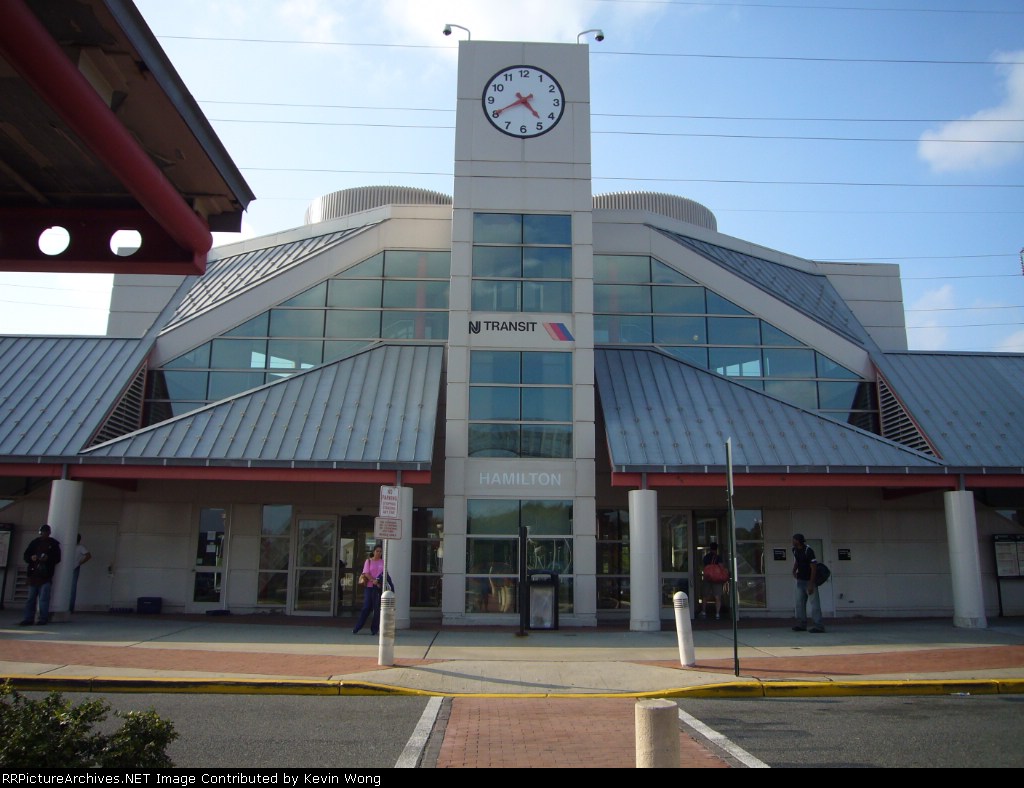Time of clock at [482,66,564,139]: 4:40
